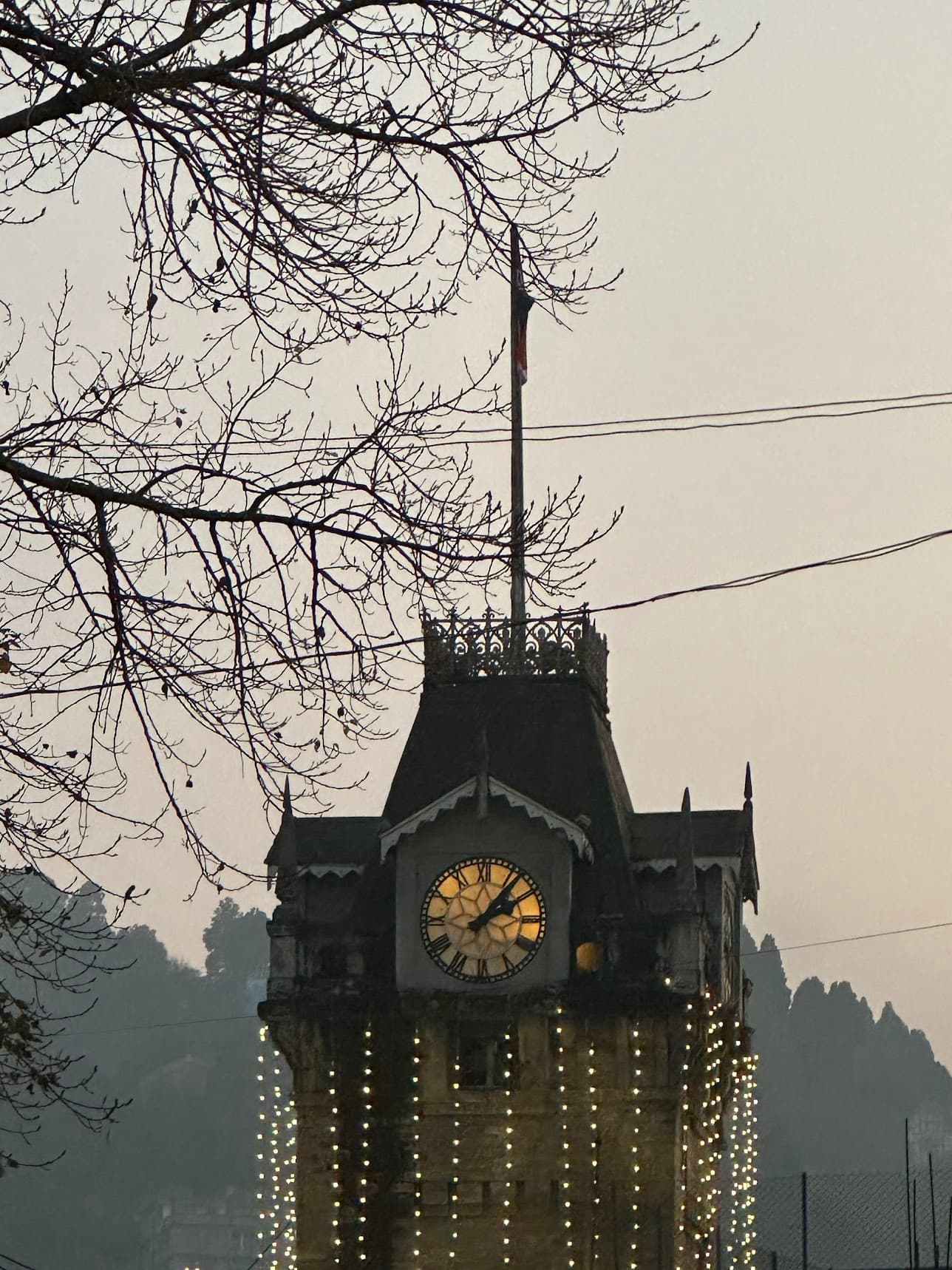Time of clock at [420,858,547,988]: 2:06
